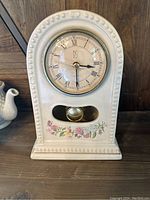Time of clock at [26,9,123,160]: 3:29
